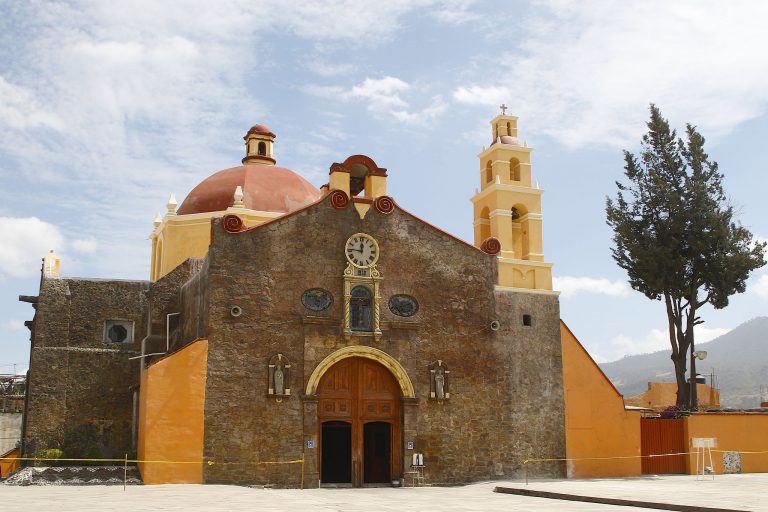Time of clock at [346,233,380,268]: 11:46
